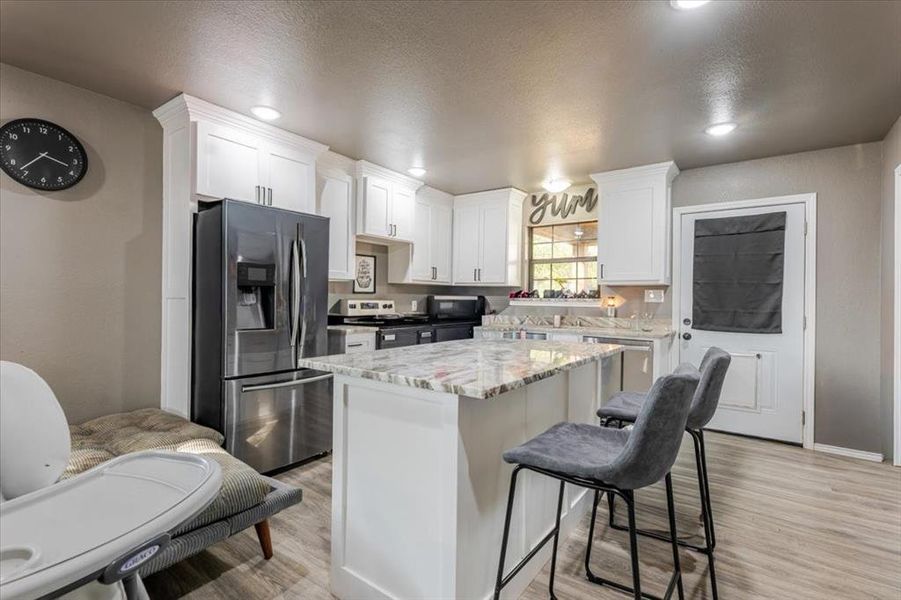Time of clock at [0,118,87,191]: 3:36
